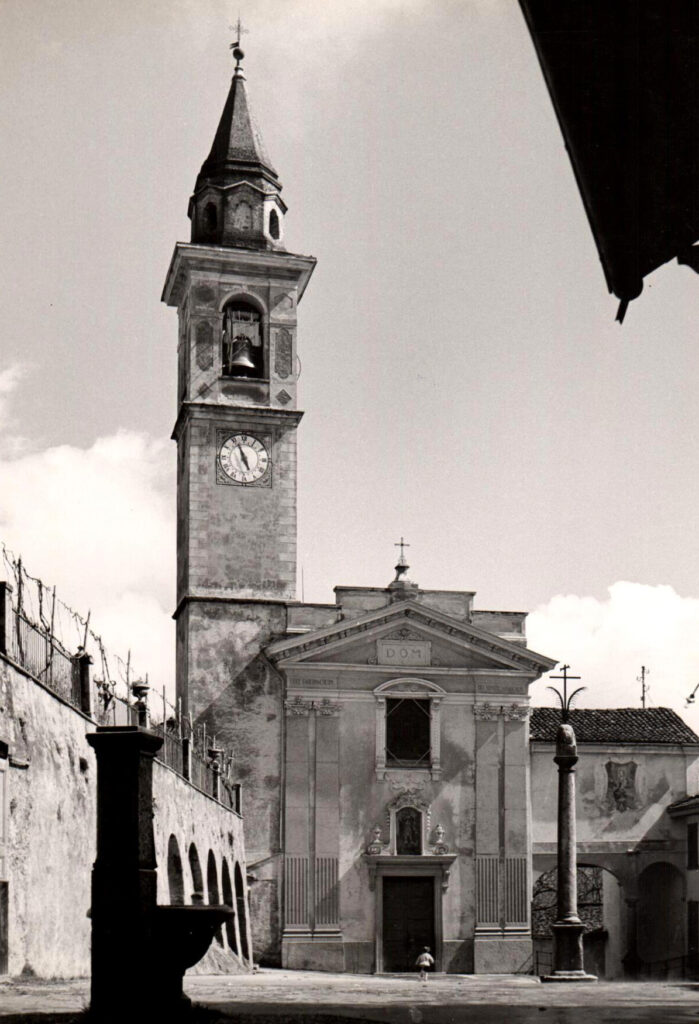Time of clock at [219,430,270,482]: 4:56
